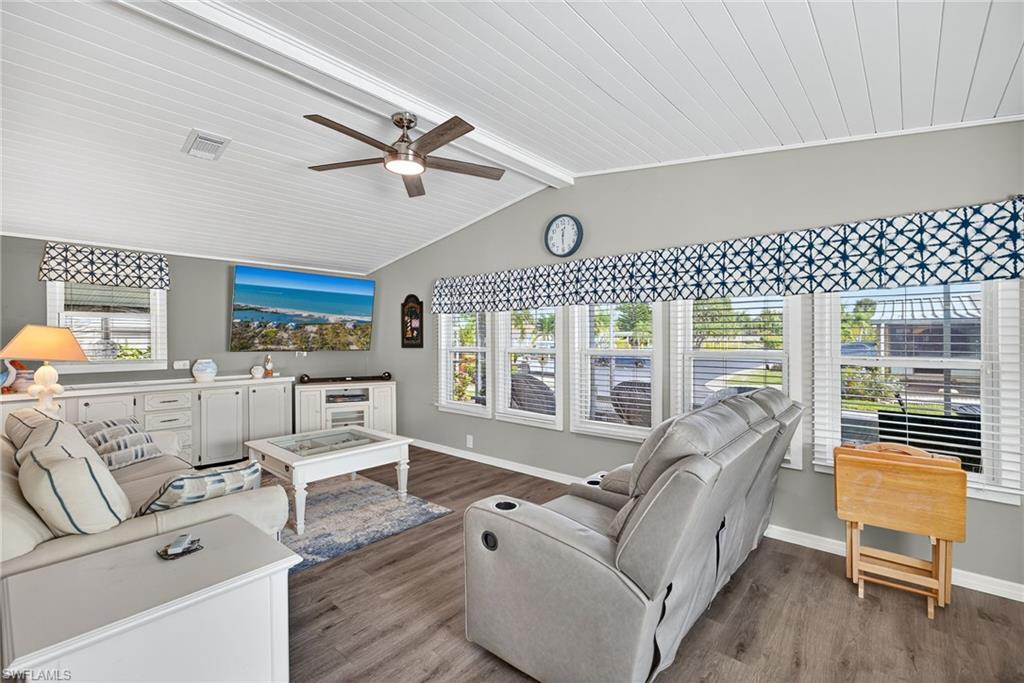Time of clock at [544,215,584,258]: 12:29
